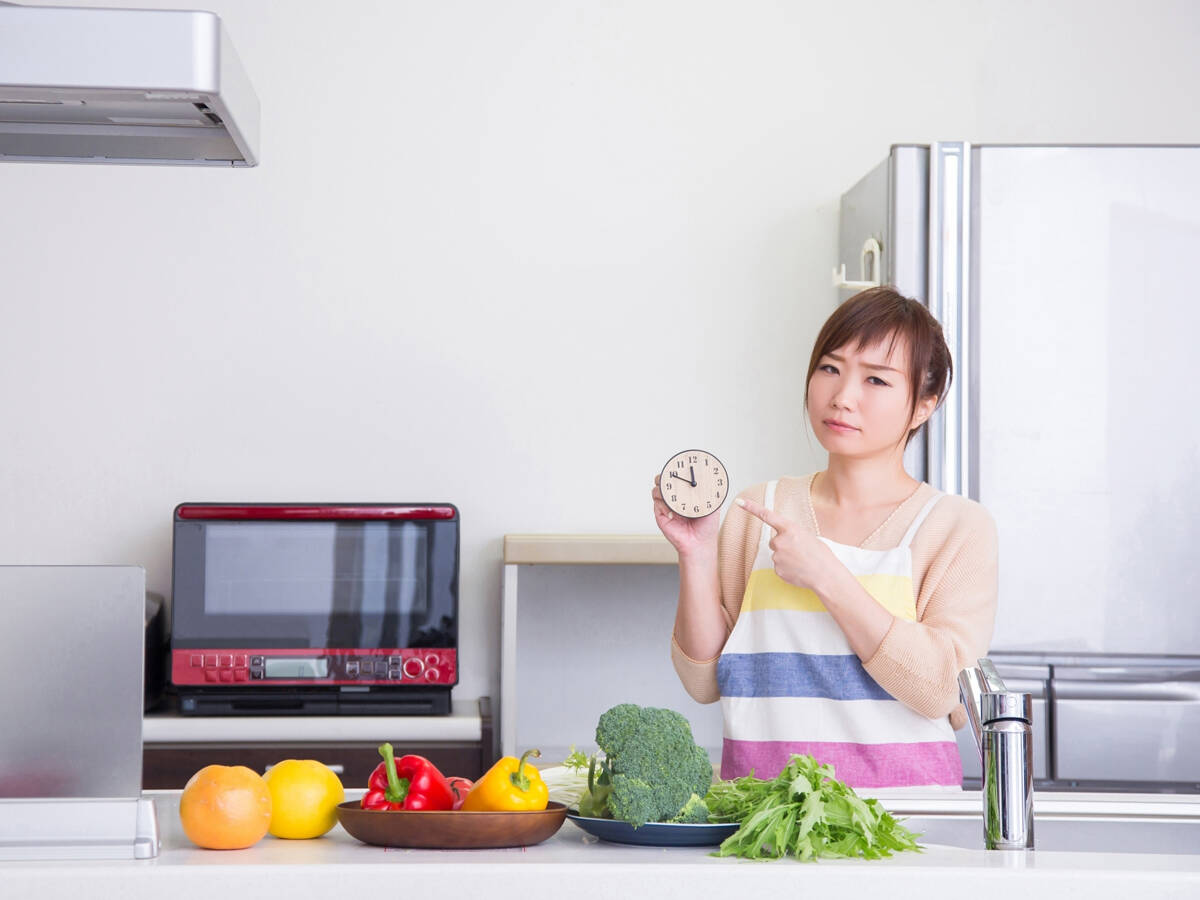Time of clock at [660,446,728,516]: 11:49
